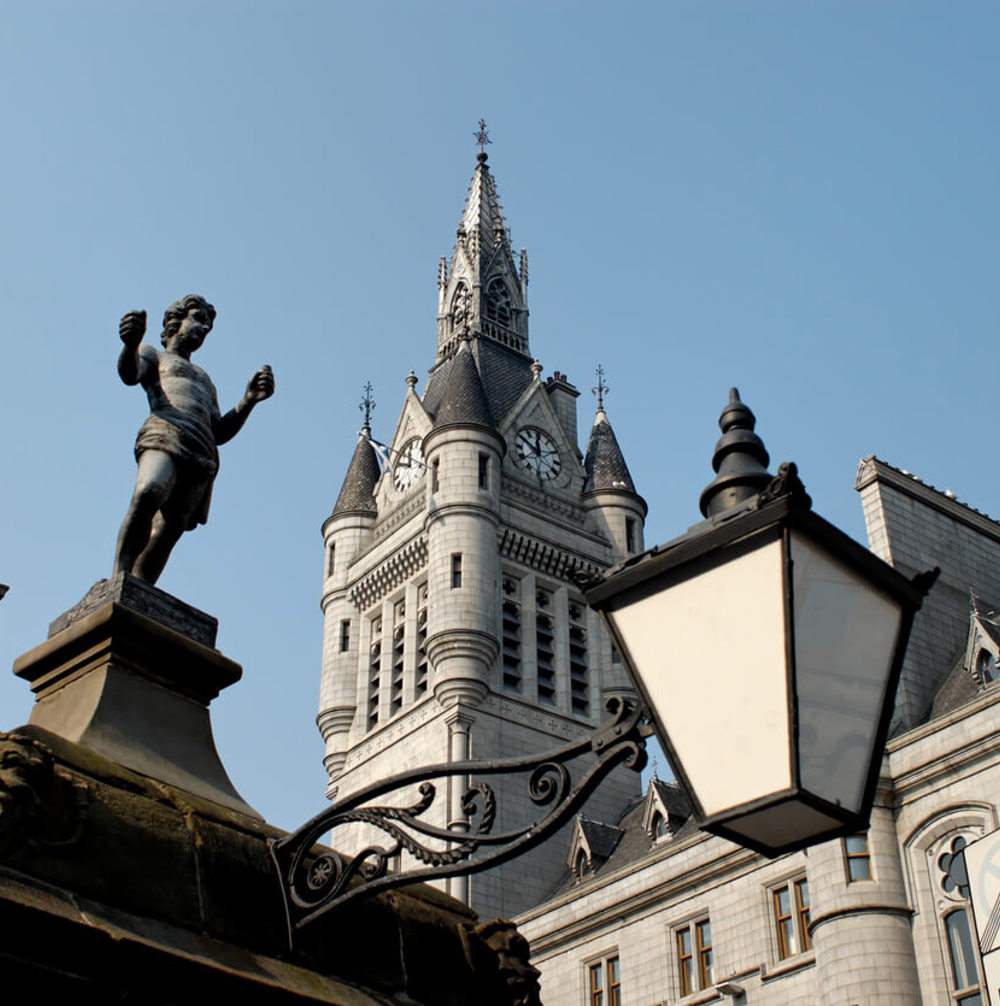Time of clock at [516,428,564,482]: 11:50
